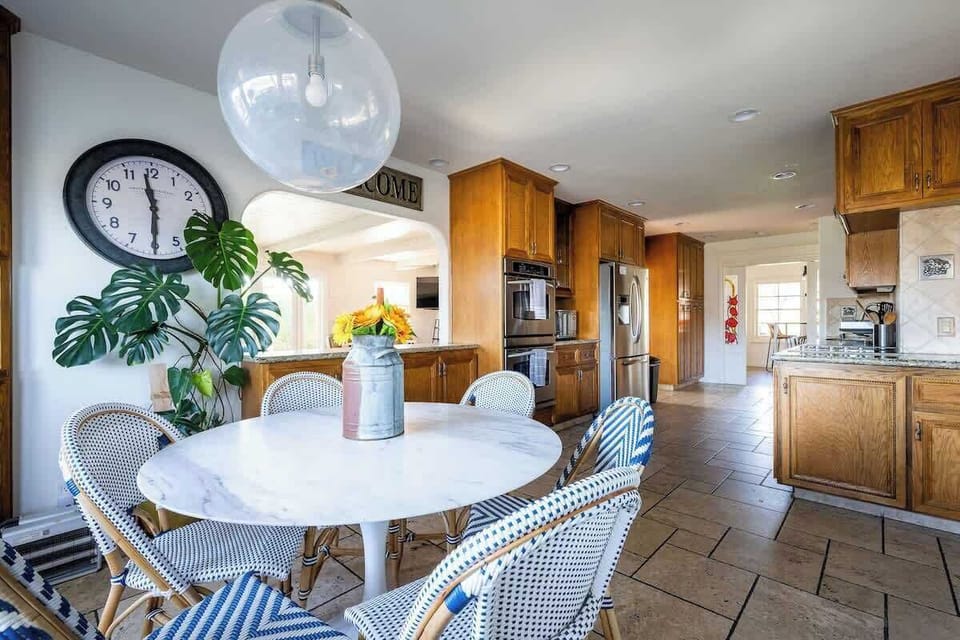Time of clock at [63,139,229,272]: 5:58
